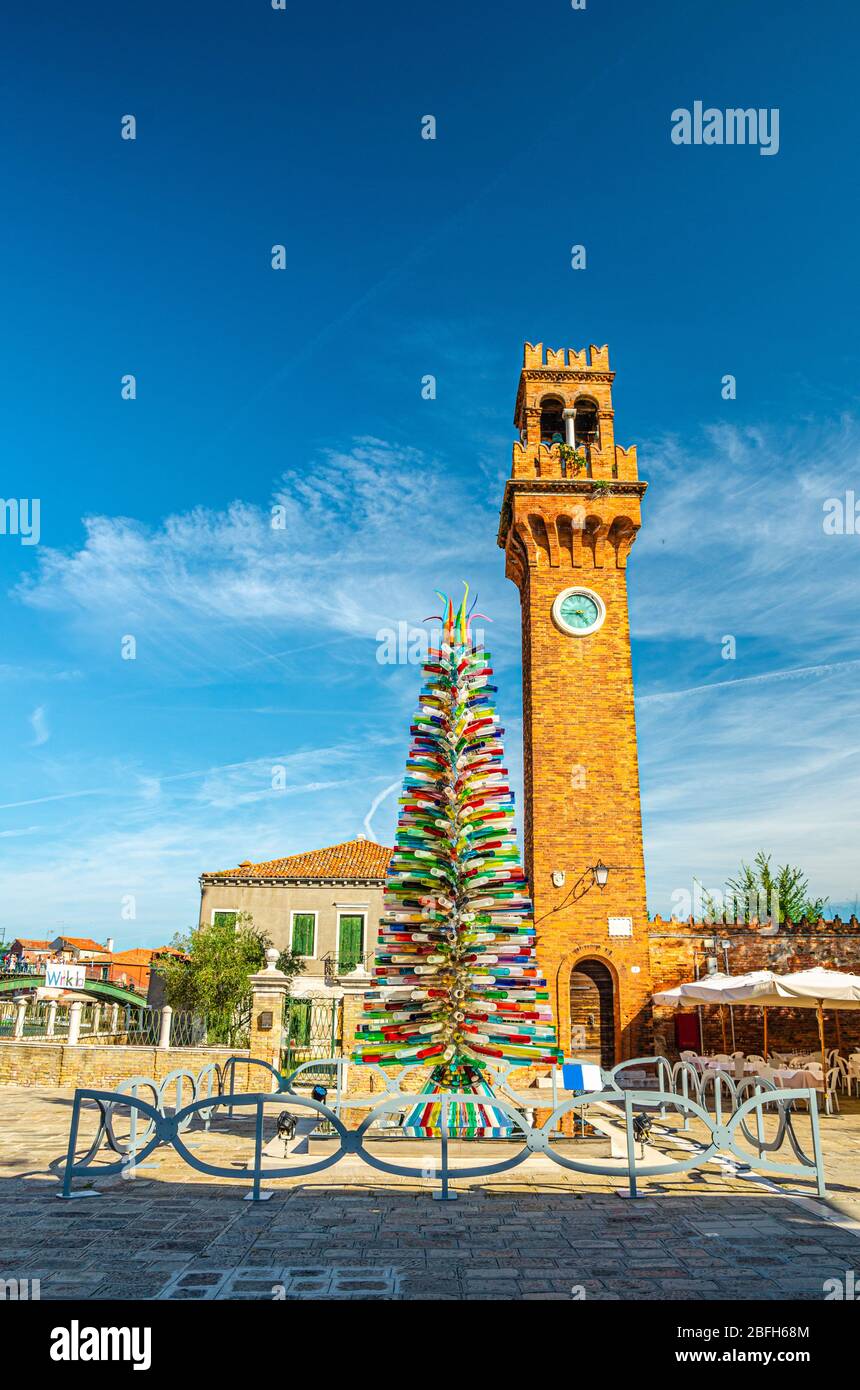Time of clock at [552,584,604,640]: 4:43
